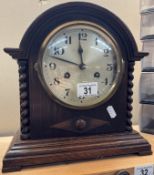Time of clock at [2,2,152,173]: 11:47
